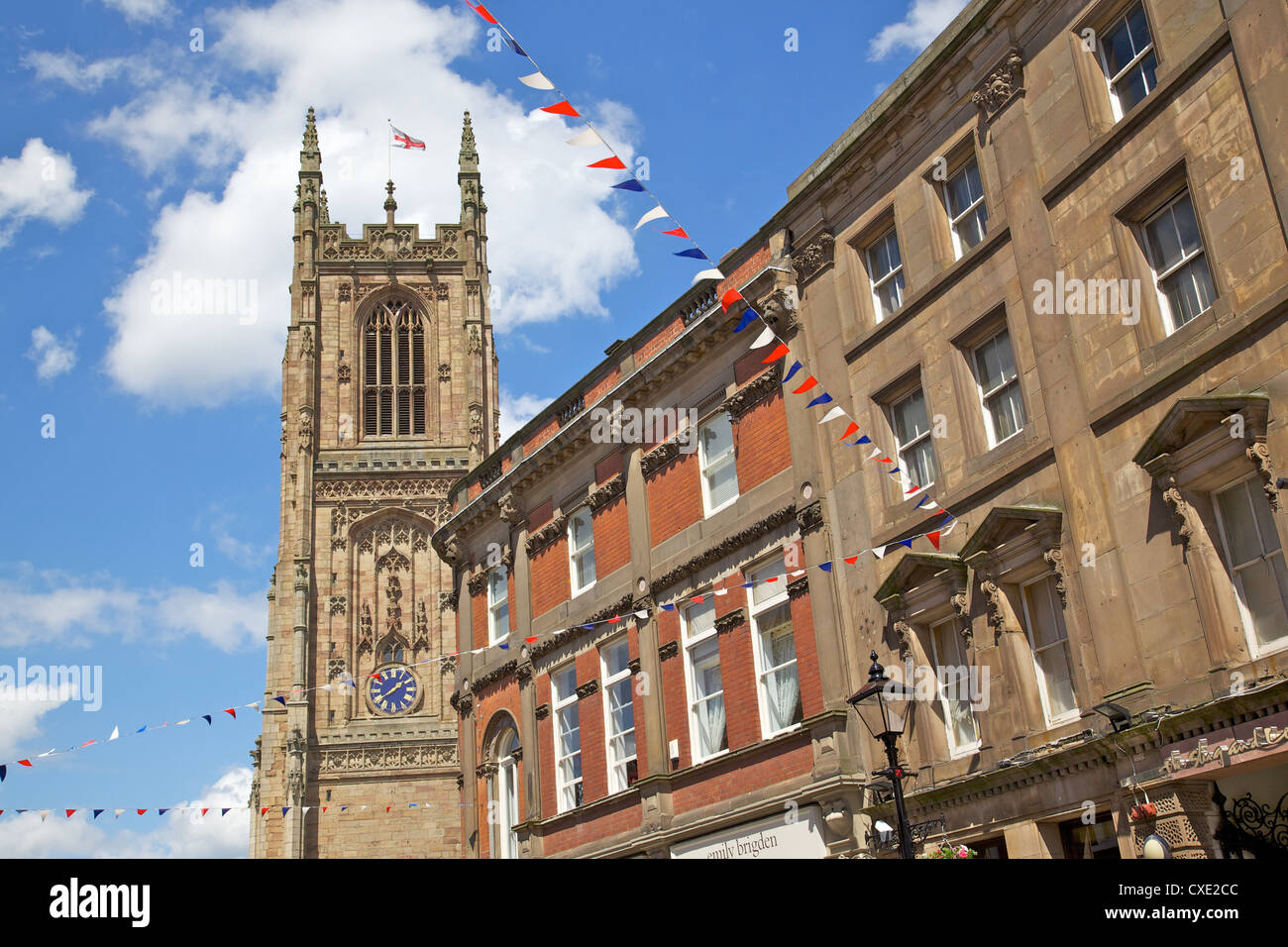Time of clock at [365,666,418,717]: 1:39
